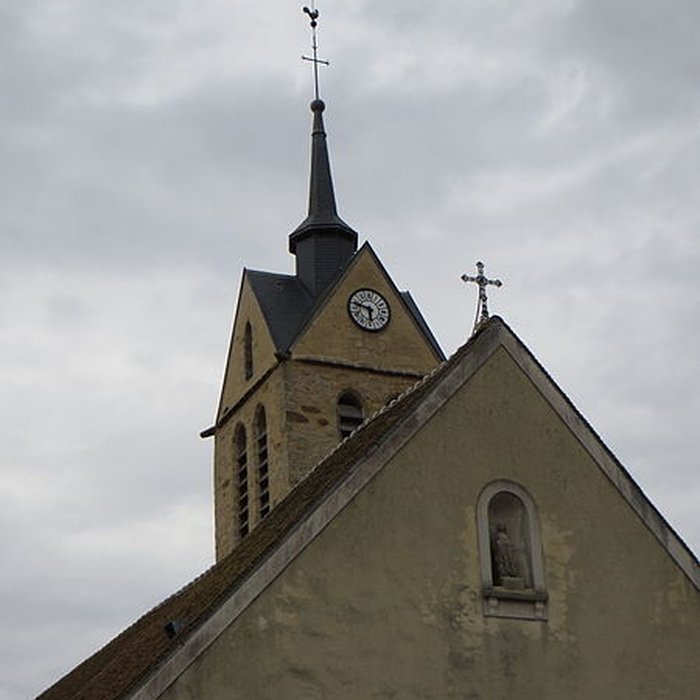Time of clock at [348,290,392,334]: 5:47
